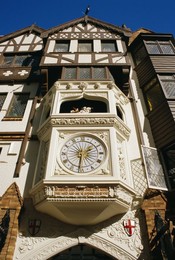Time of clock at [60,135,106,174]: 1:31
